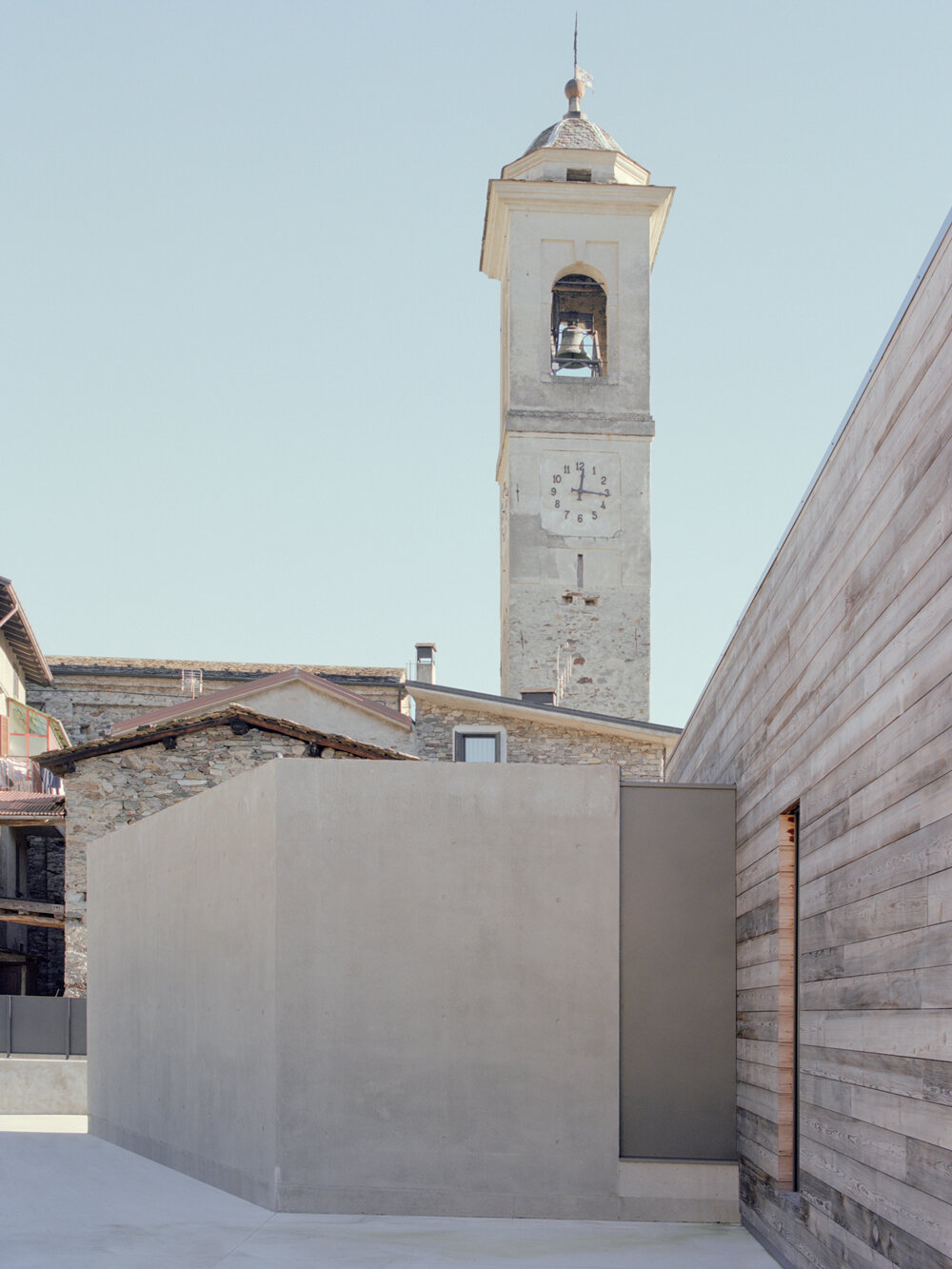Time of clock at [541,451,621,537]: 12:16
